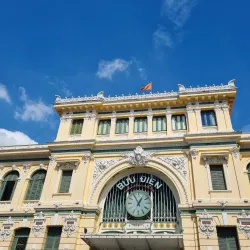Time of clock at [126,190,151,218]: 12:55
